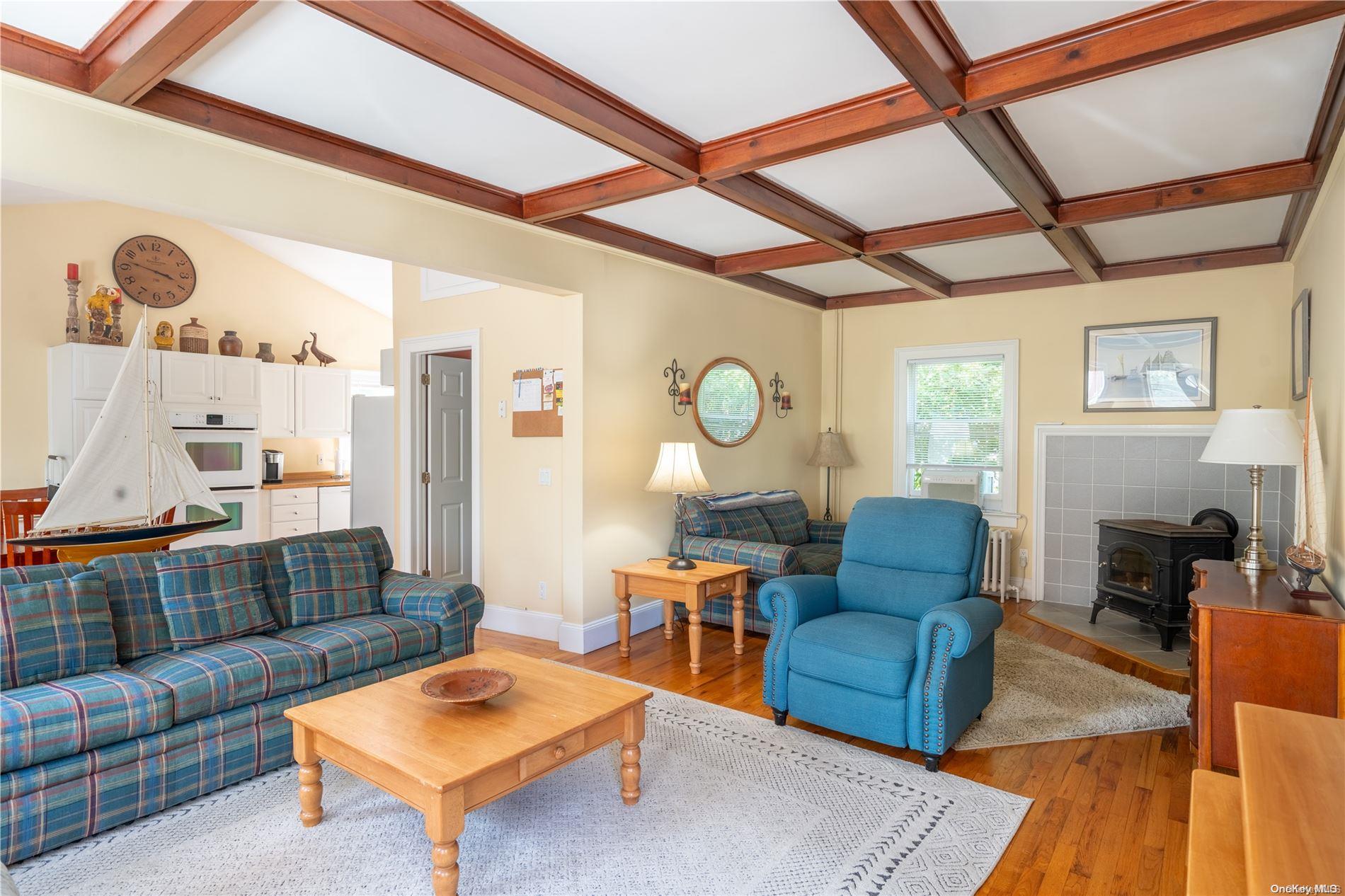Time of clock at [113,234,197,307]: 3:47
